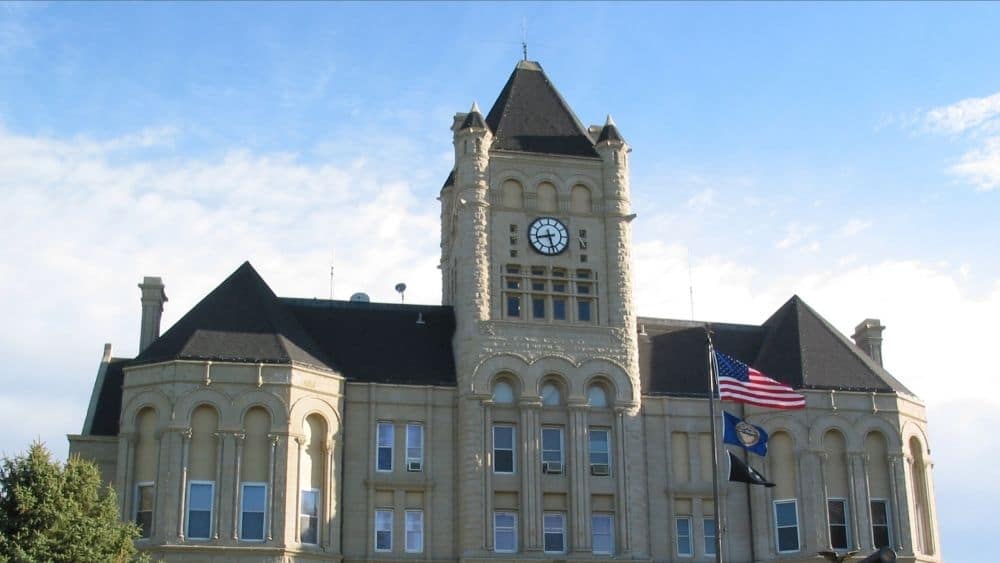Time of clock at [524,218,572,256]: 8:27
